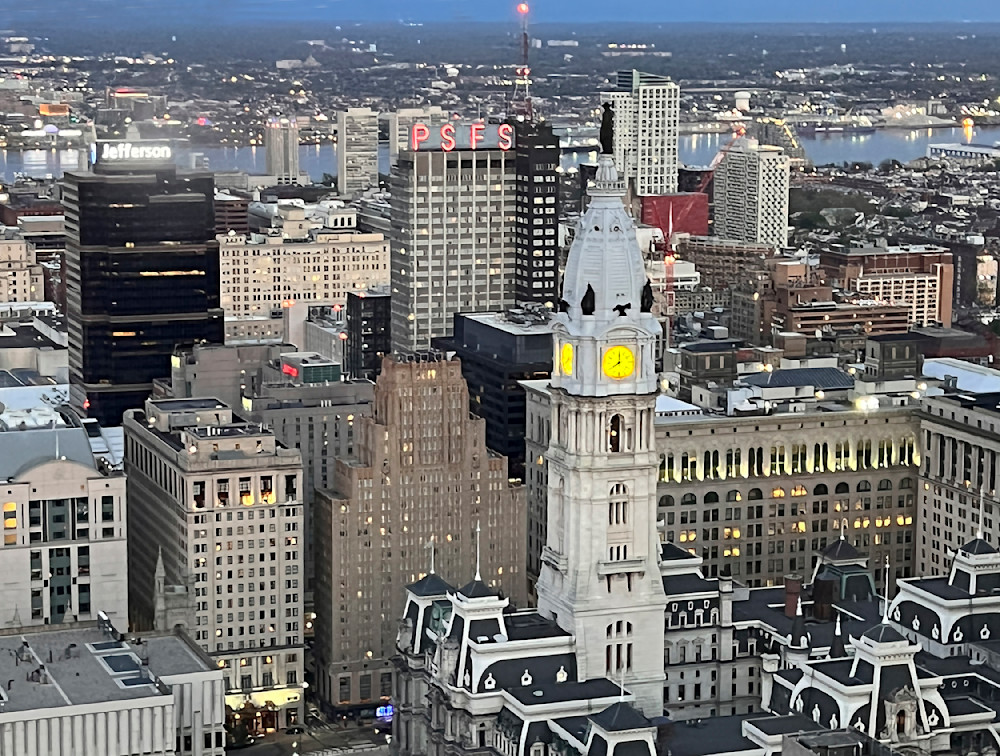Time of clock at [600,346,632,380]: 8:00
